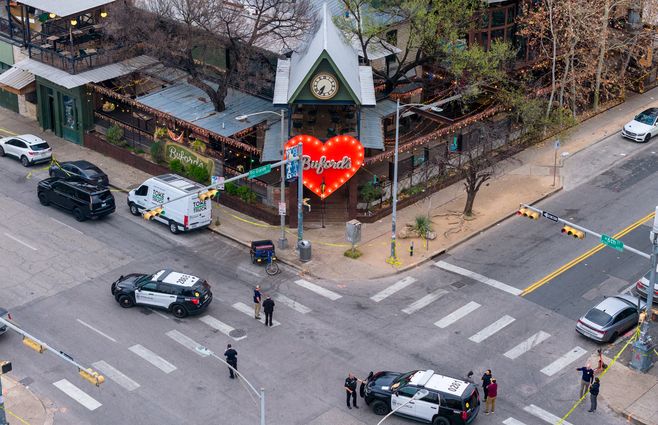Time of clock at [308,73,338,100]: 7:33
